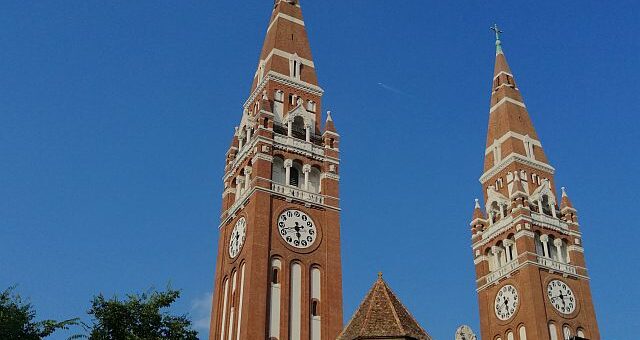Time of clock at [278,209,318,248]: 5:42
